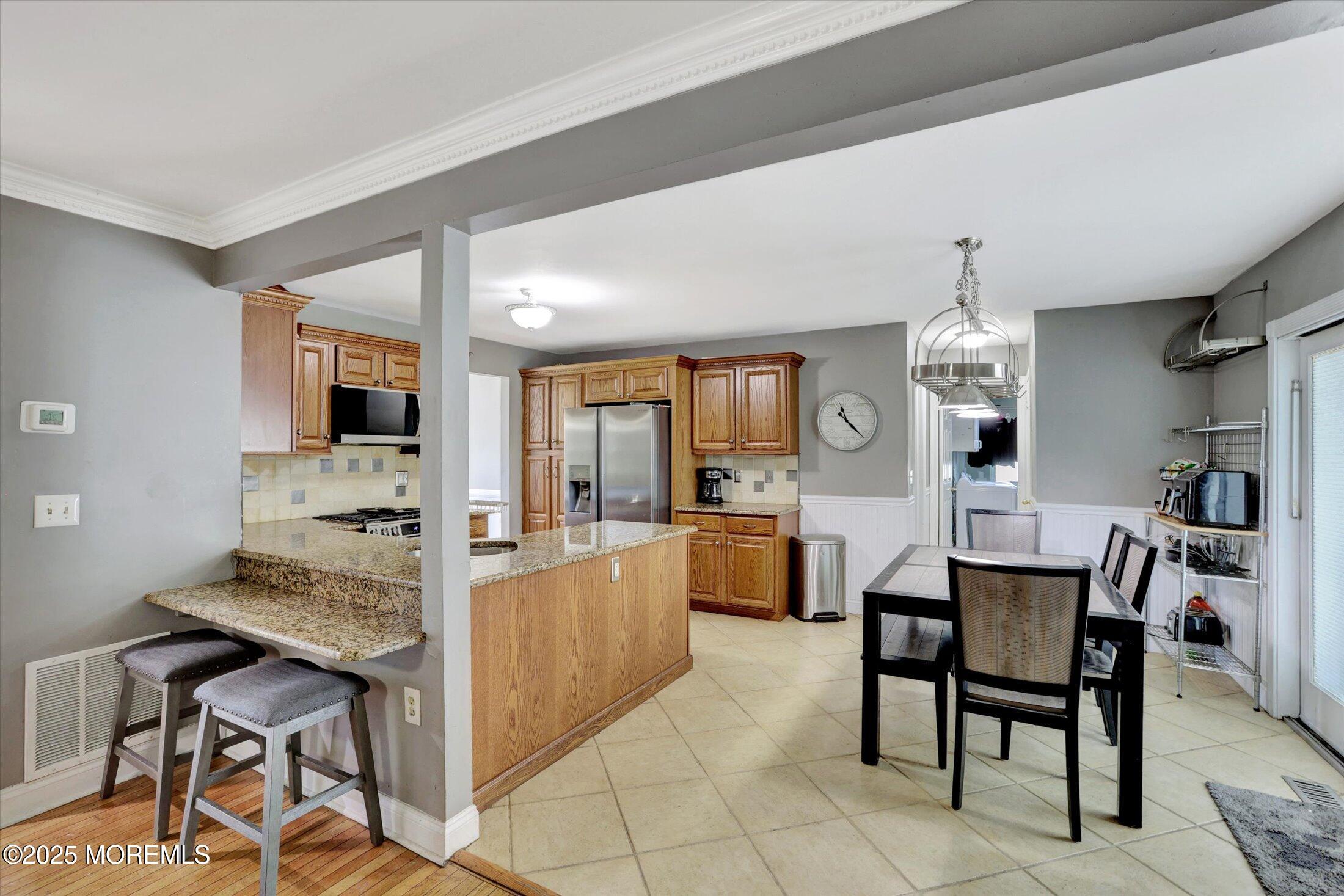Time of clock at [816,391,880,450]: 11:22
